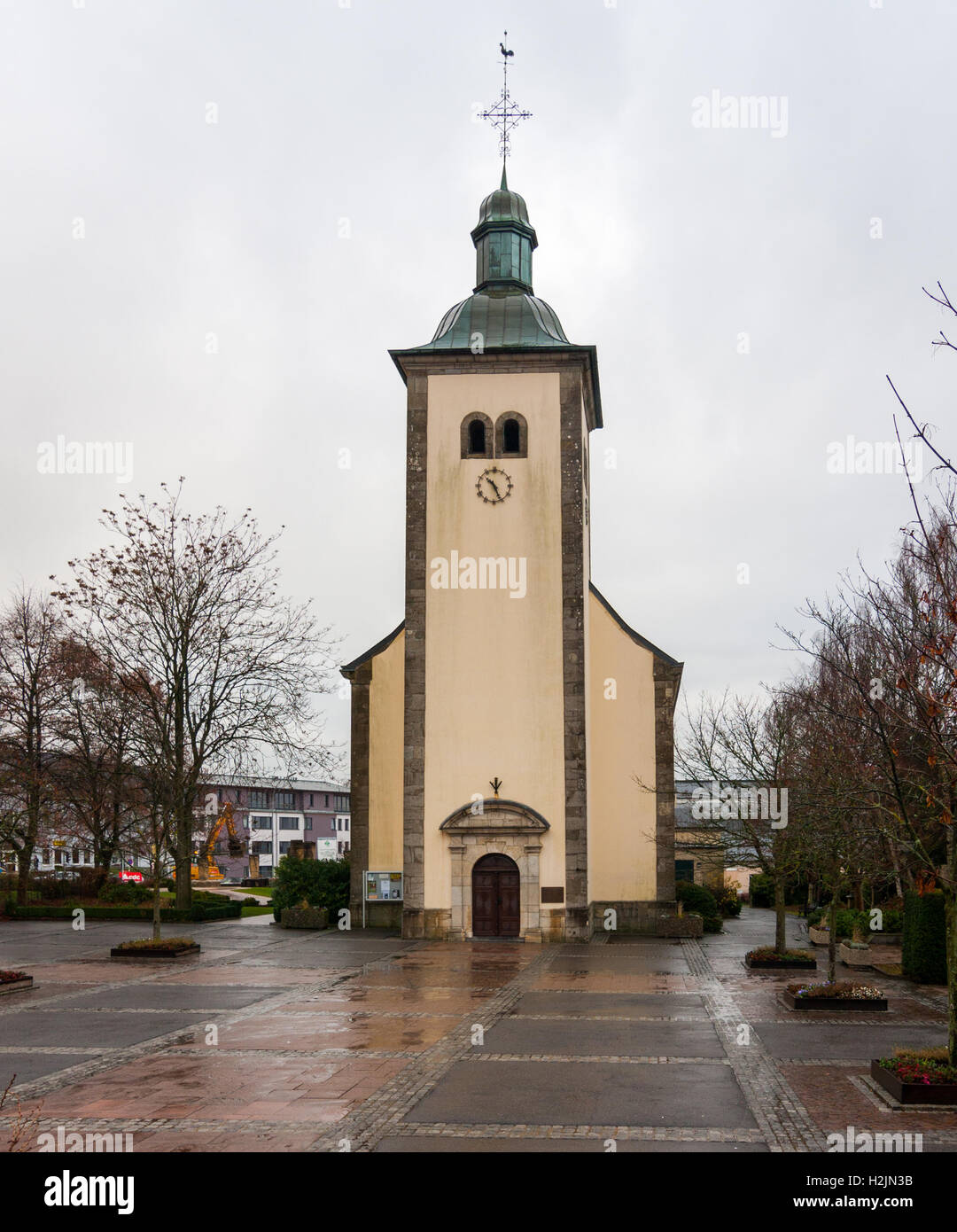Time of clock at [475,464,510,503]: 10:26
